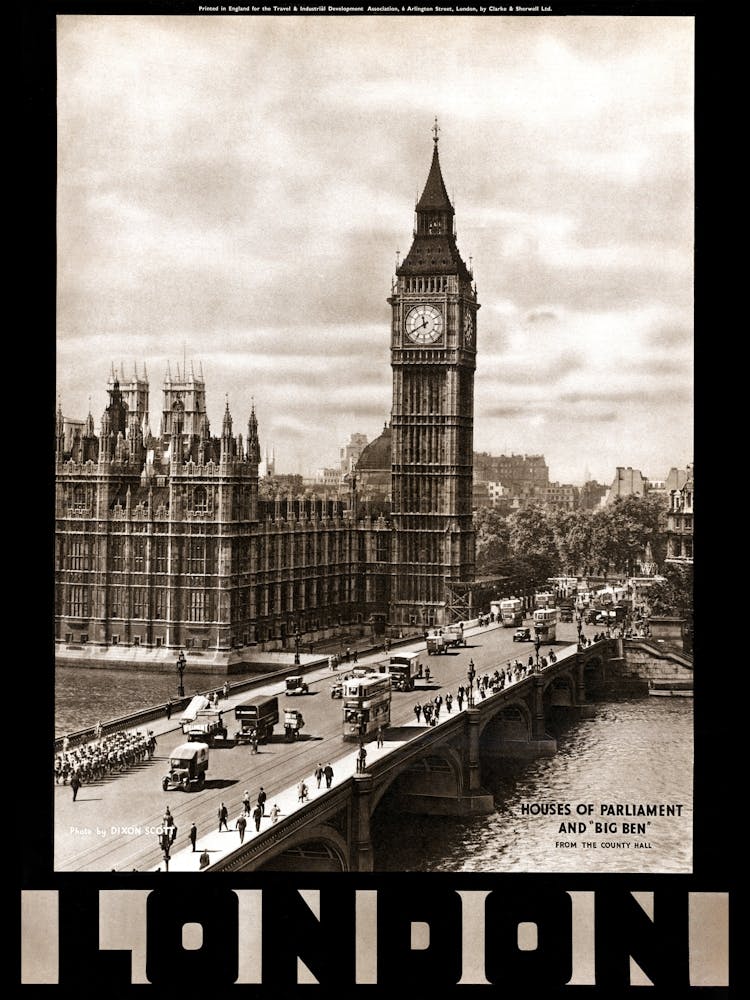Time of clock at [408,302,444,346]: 11:39
